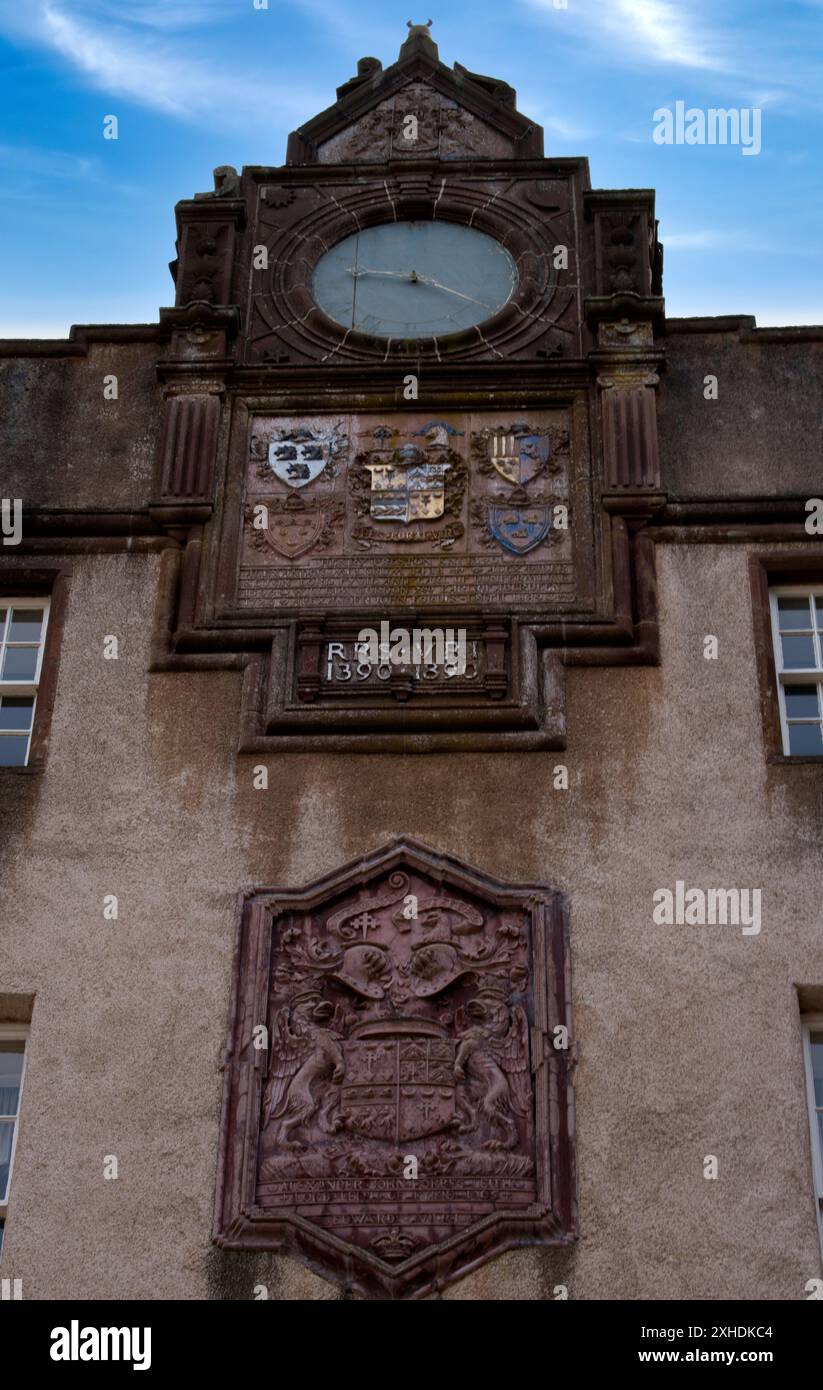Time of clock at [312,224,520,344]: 9:20
